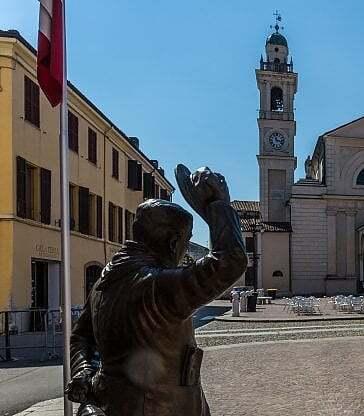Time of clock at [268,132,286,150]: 11:17
